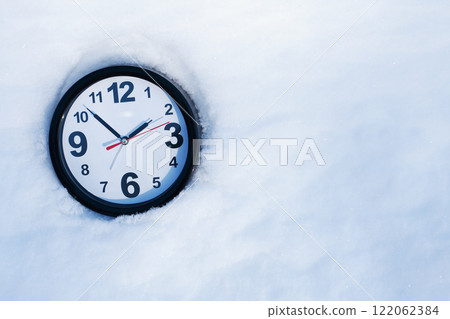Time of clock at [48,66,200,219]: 1:52
